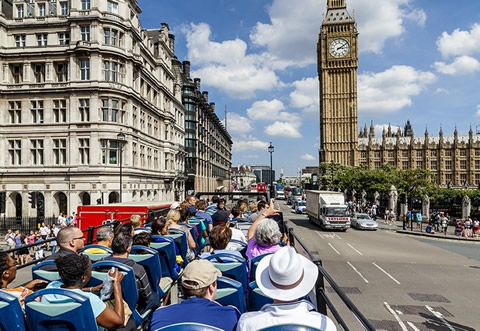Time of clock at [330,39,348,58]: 3:09
